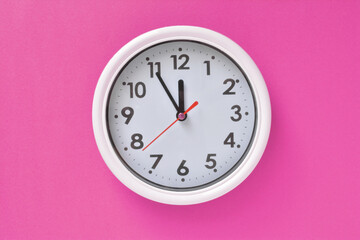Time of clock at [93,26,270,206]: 11:54
